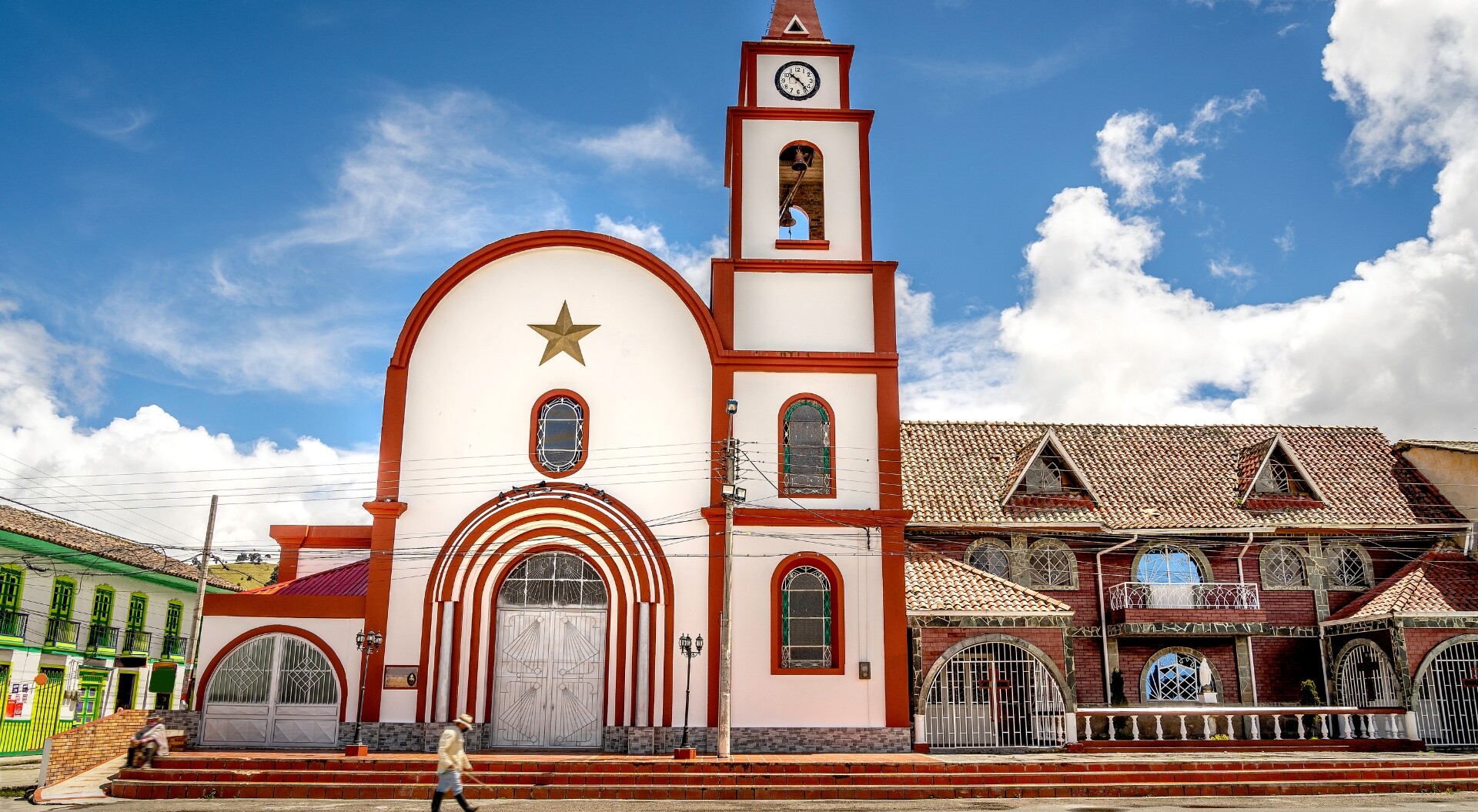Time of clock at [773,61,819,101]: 10:23
